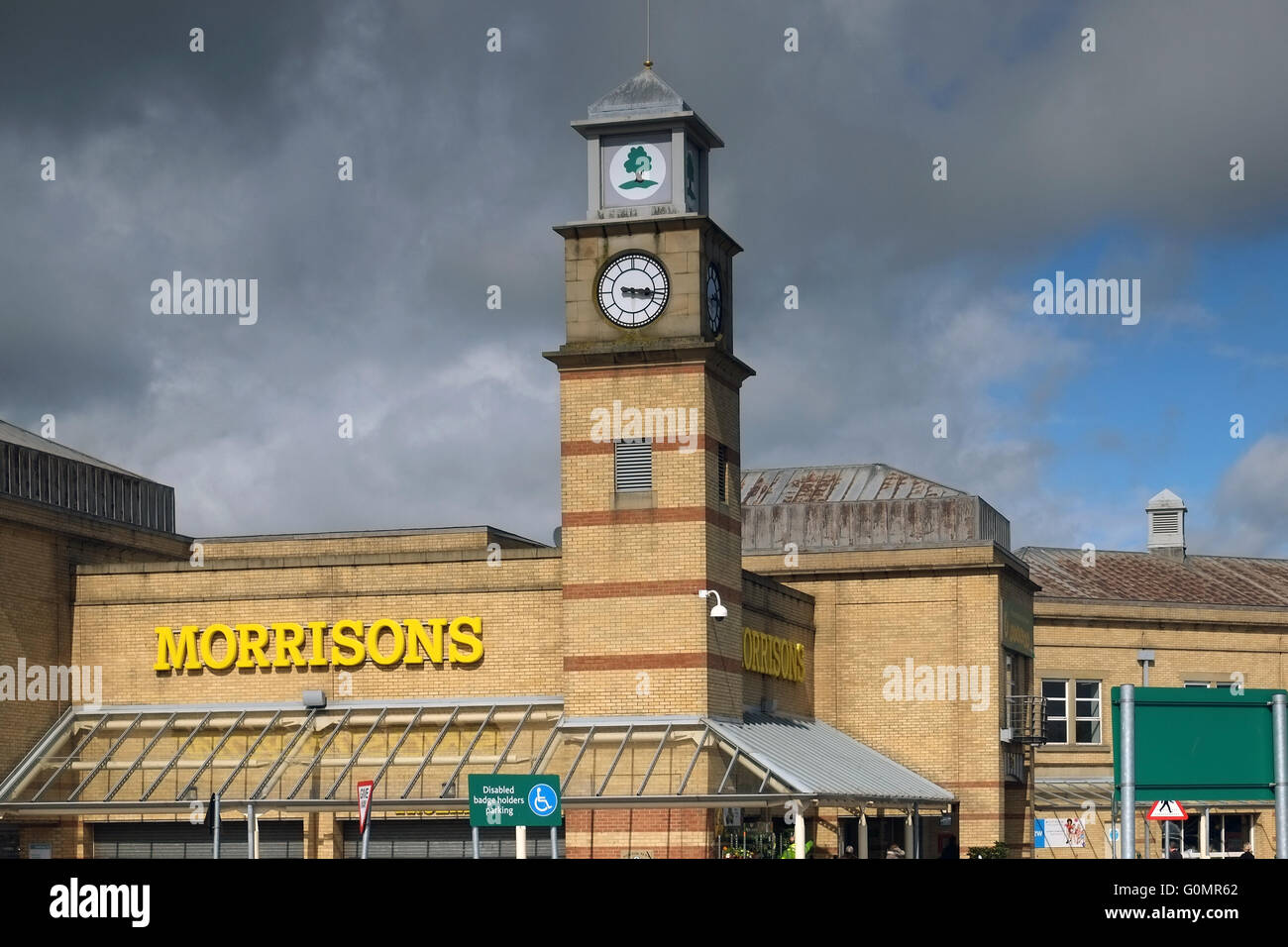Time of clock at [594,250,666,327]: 3:16
